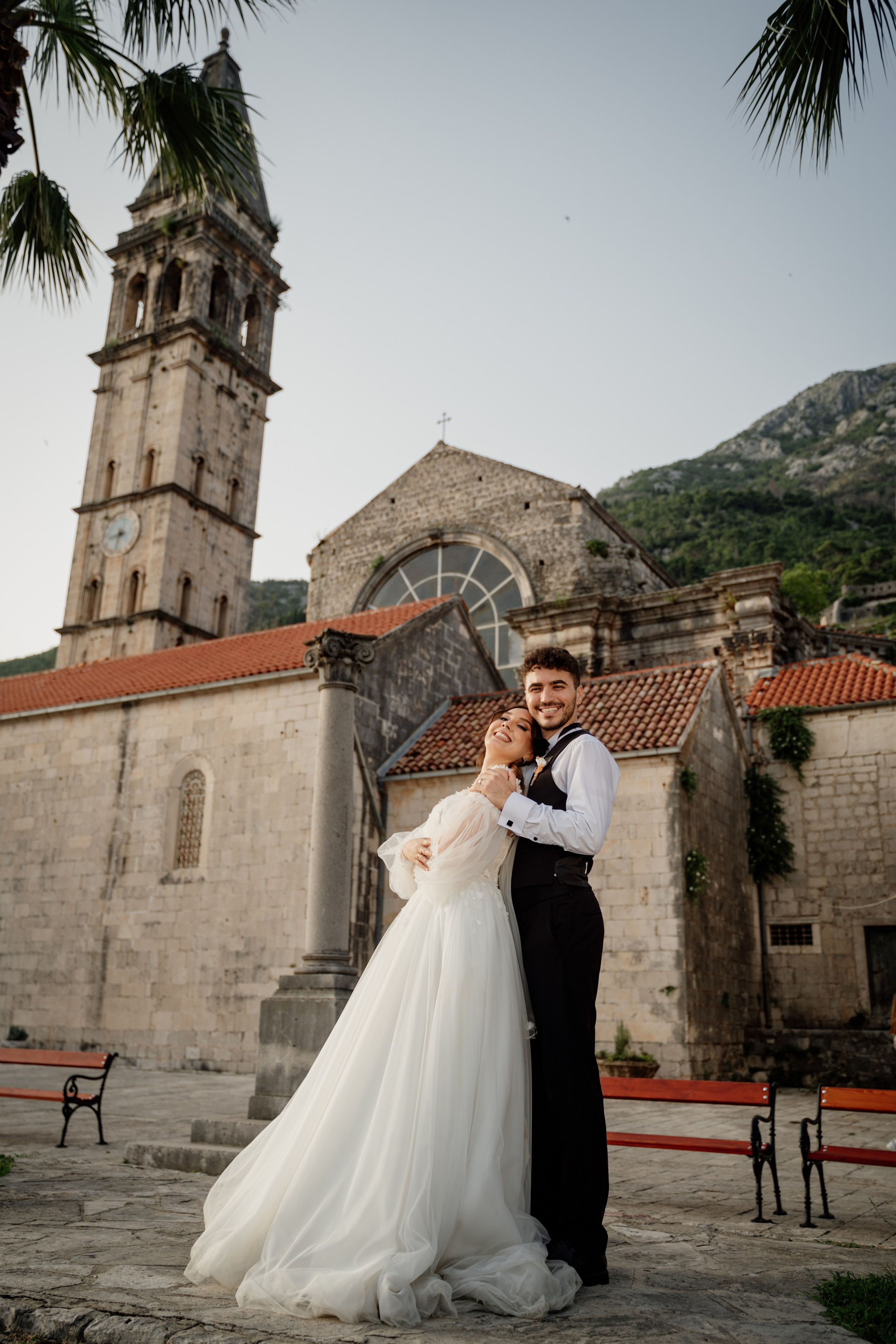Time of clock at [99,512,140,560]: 8:32
